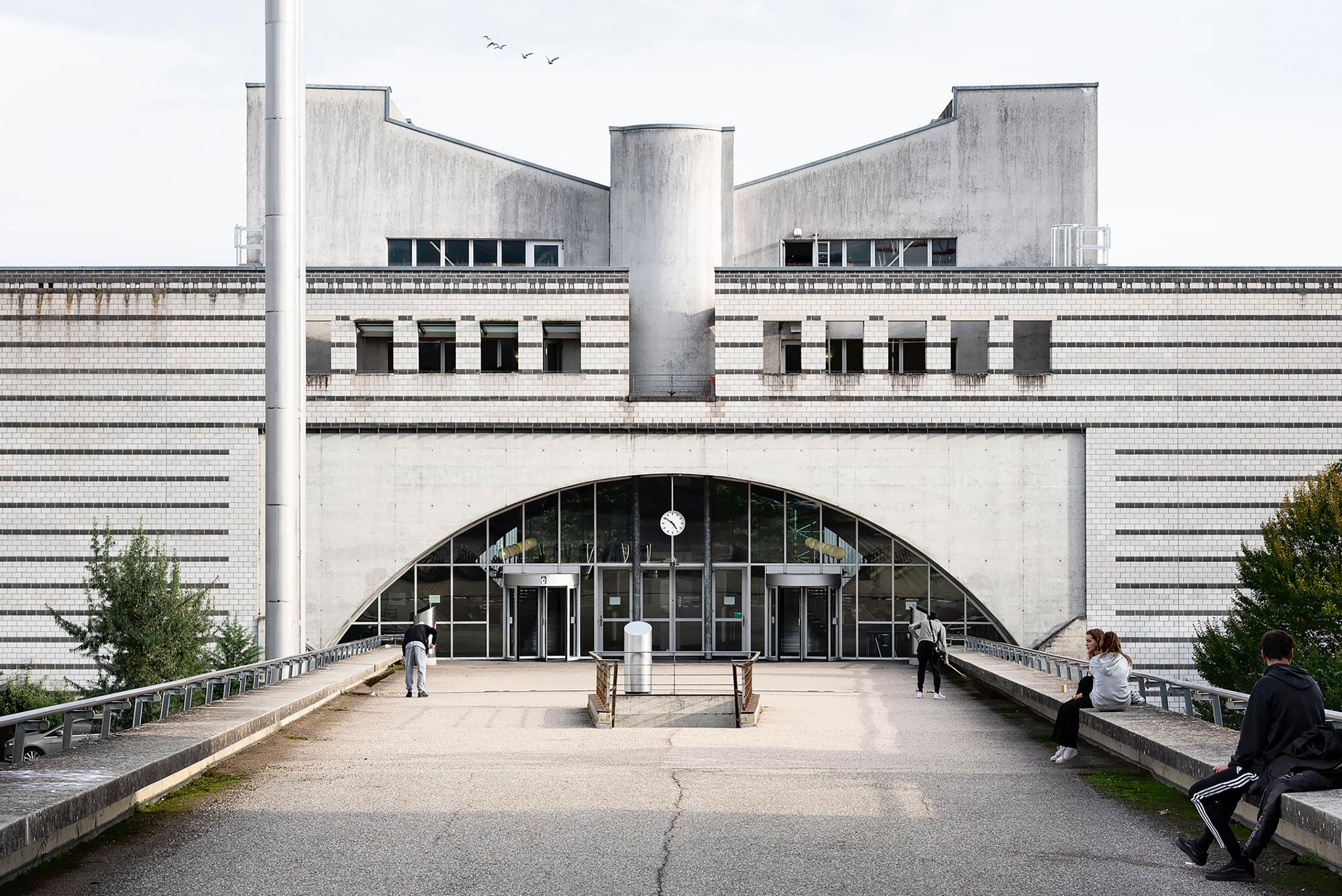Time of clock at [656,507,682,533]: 4:51
